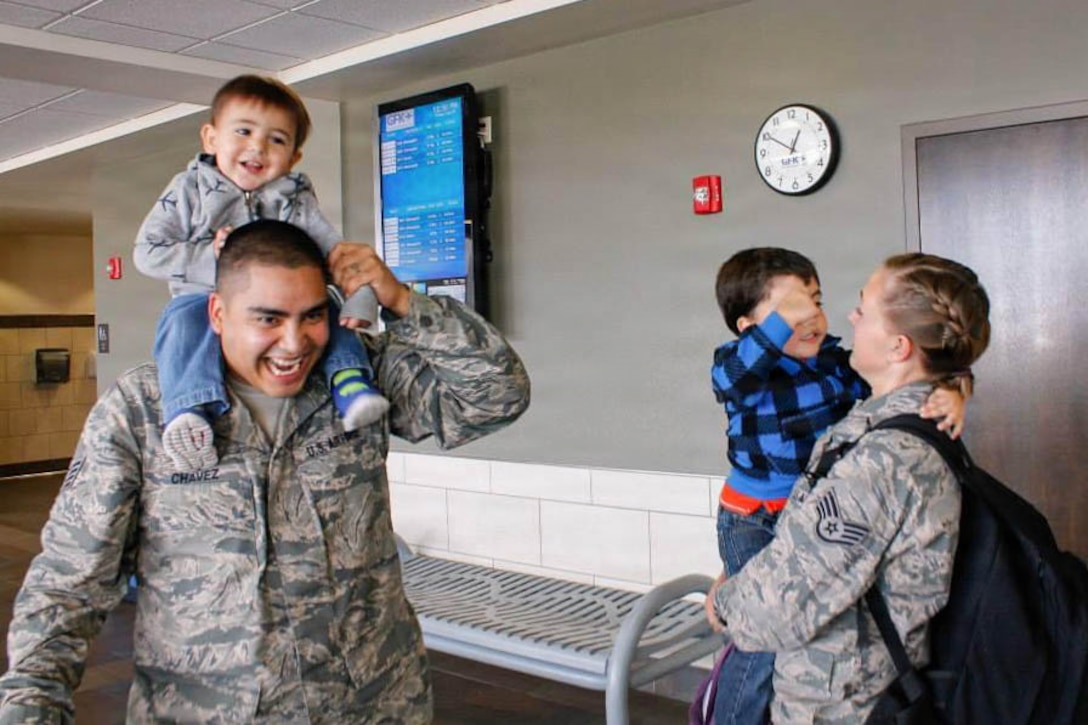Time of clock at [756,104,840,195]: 12:50
